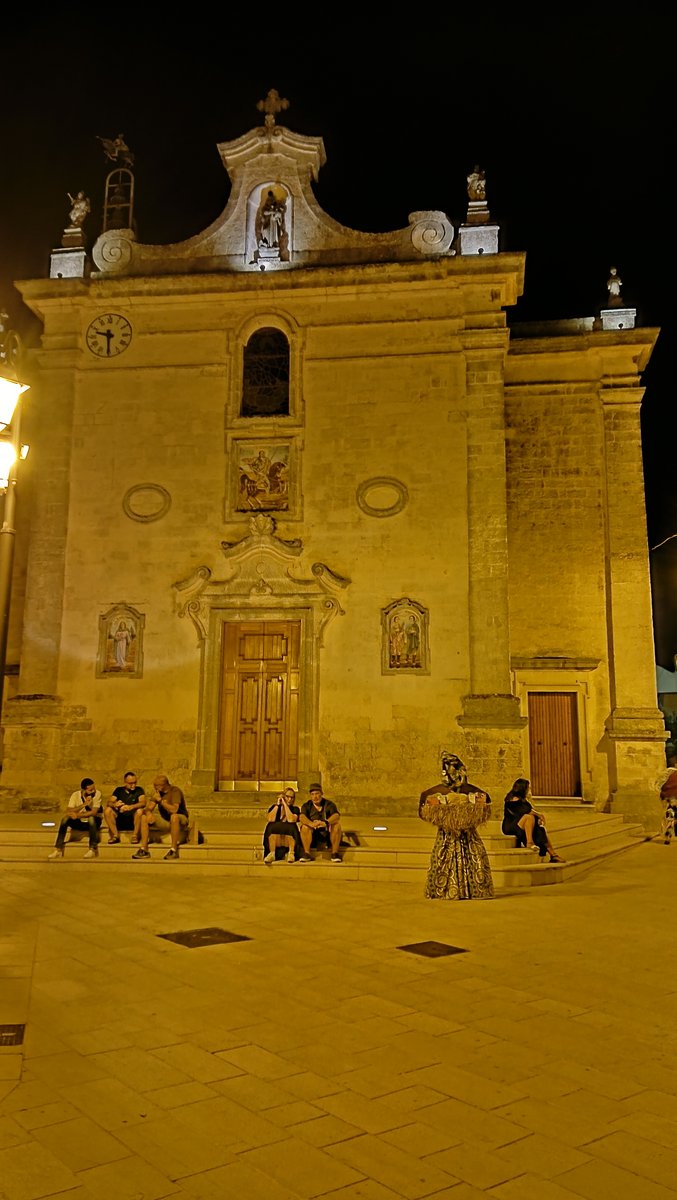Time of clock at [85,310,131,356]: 9:30
